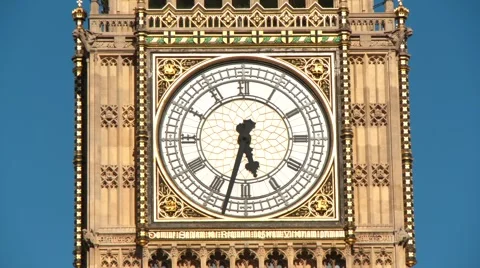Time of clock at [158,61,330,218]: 5:32
